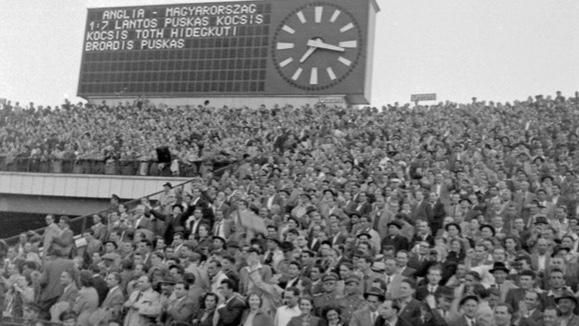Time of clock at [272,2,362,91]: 7:16
